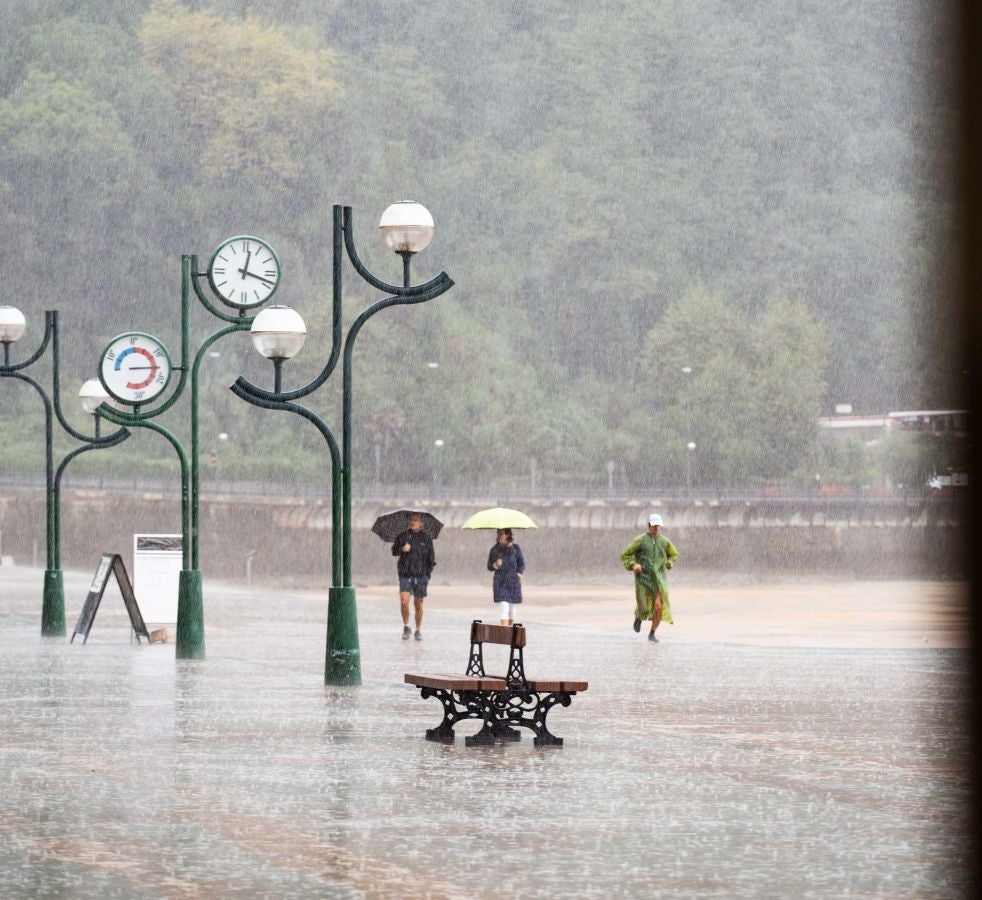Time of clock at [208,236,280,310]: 12:18
